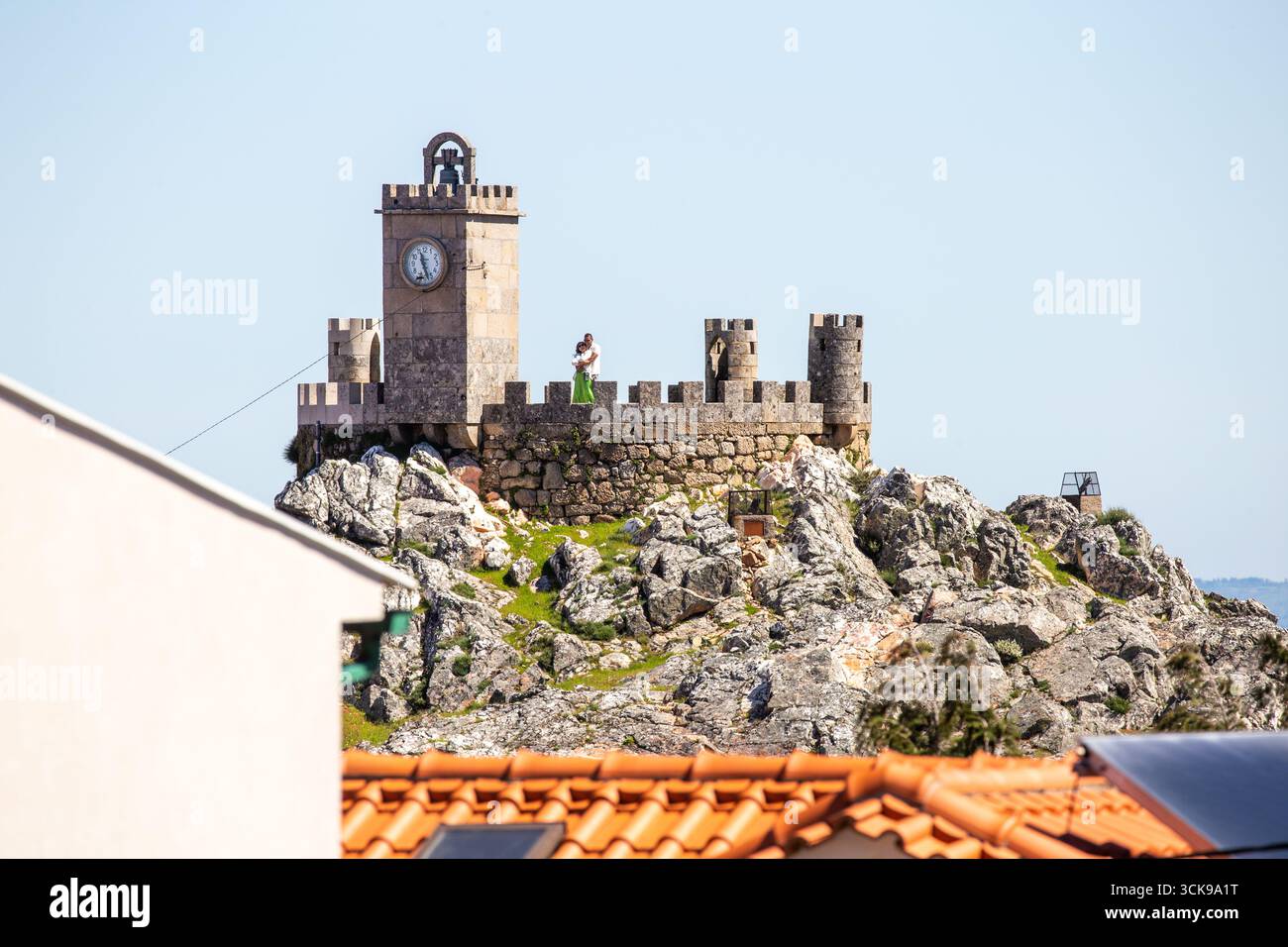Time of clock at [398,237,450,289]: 11:26
